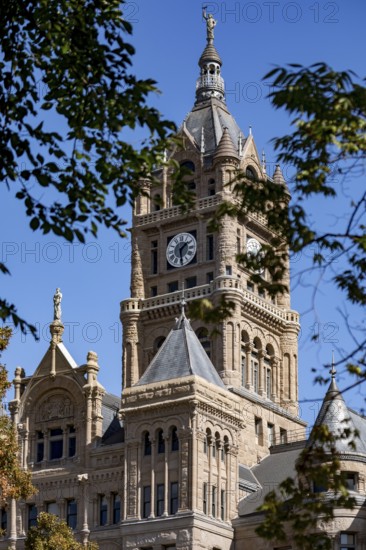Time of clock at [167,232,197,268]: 1:29
